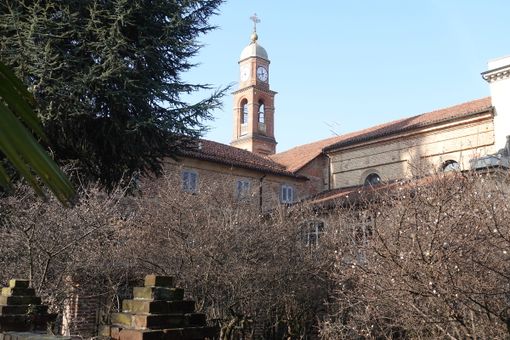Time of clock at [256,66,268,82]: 11:42
